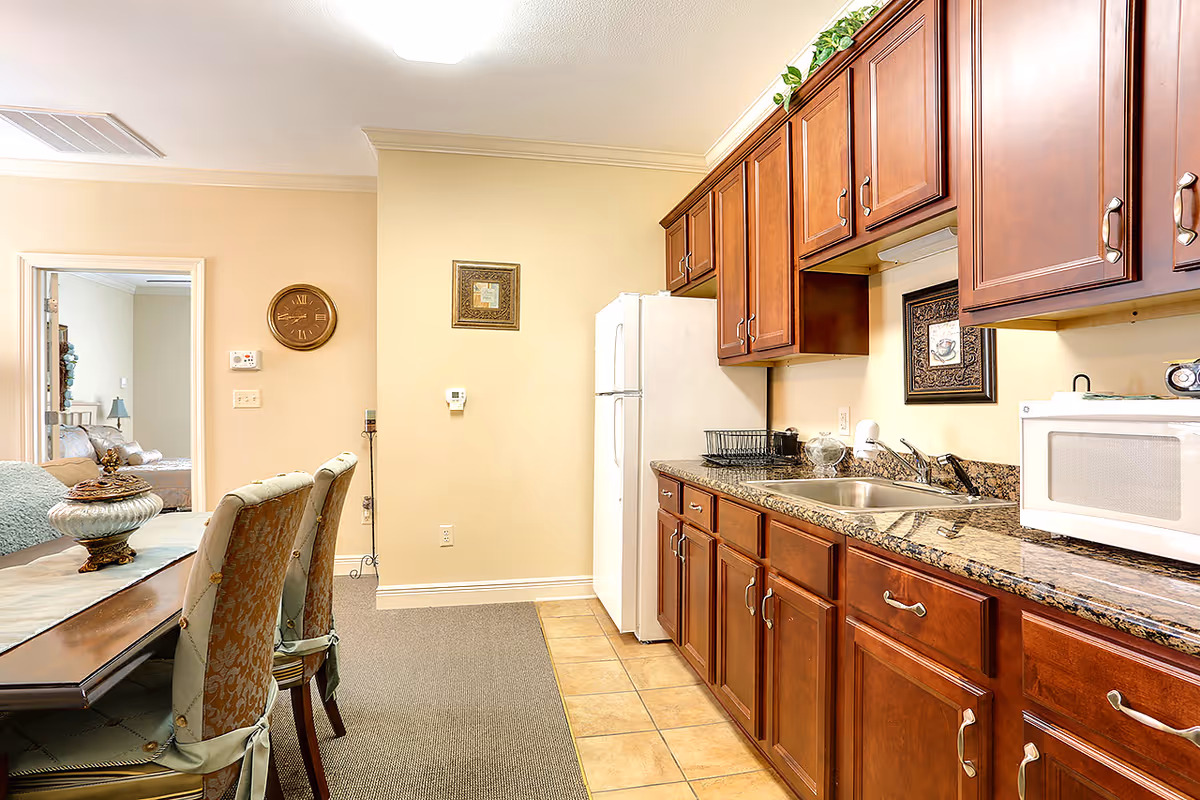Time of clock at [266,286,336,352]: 7:43
